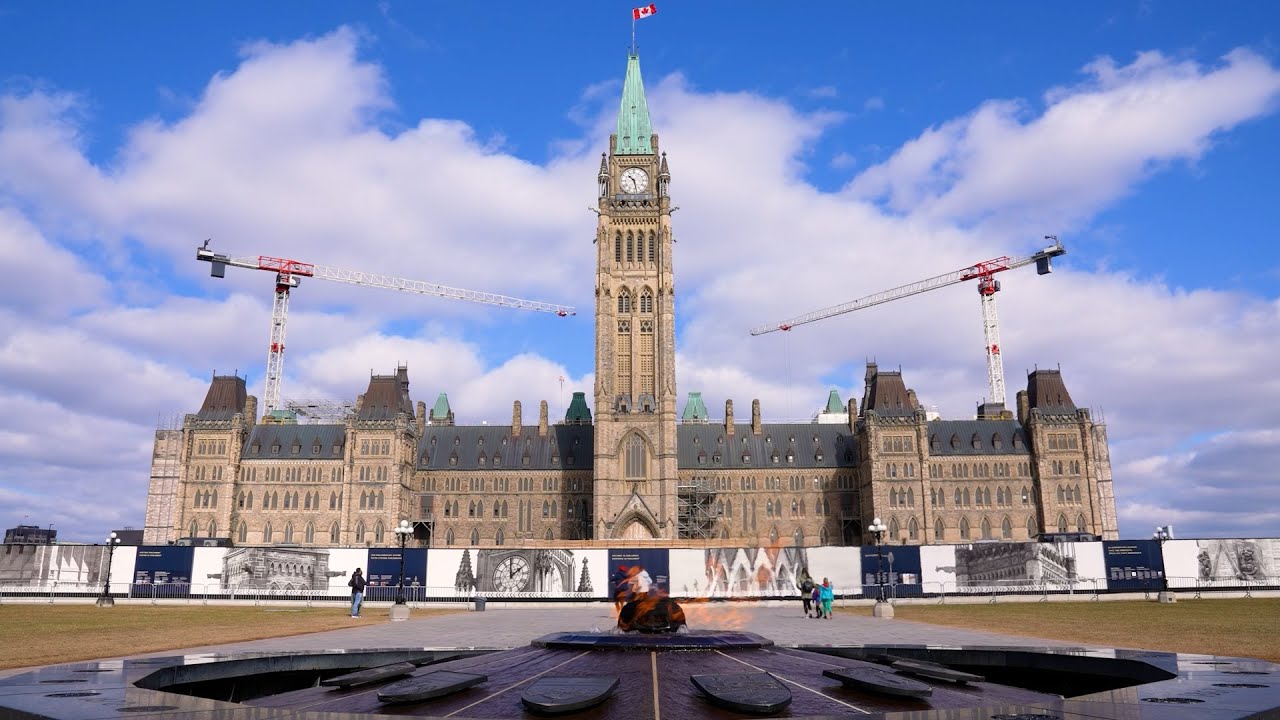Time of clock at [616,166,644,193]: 10:28
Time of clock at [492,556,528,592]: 1:59
